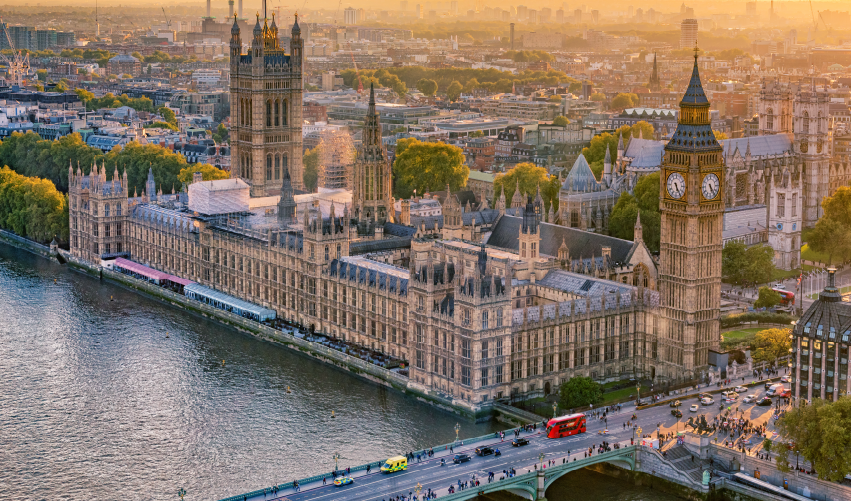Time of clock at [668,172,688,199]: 5:24
